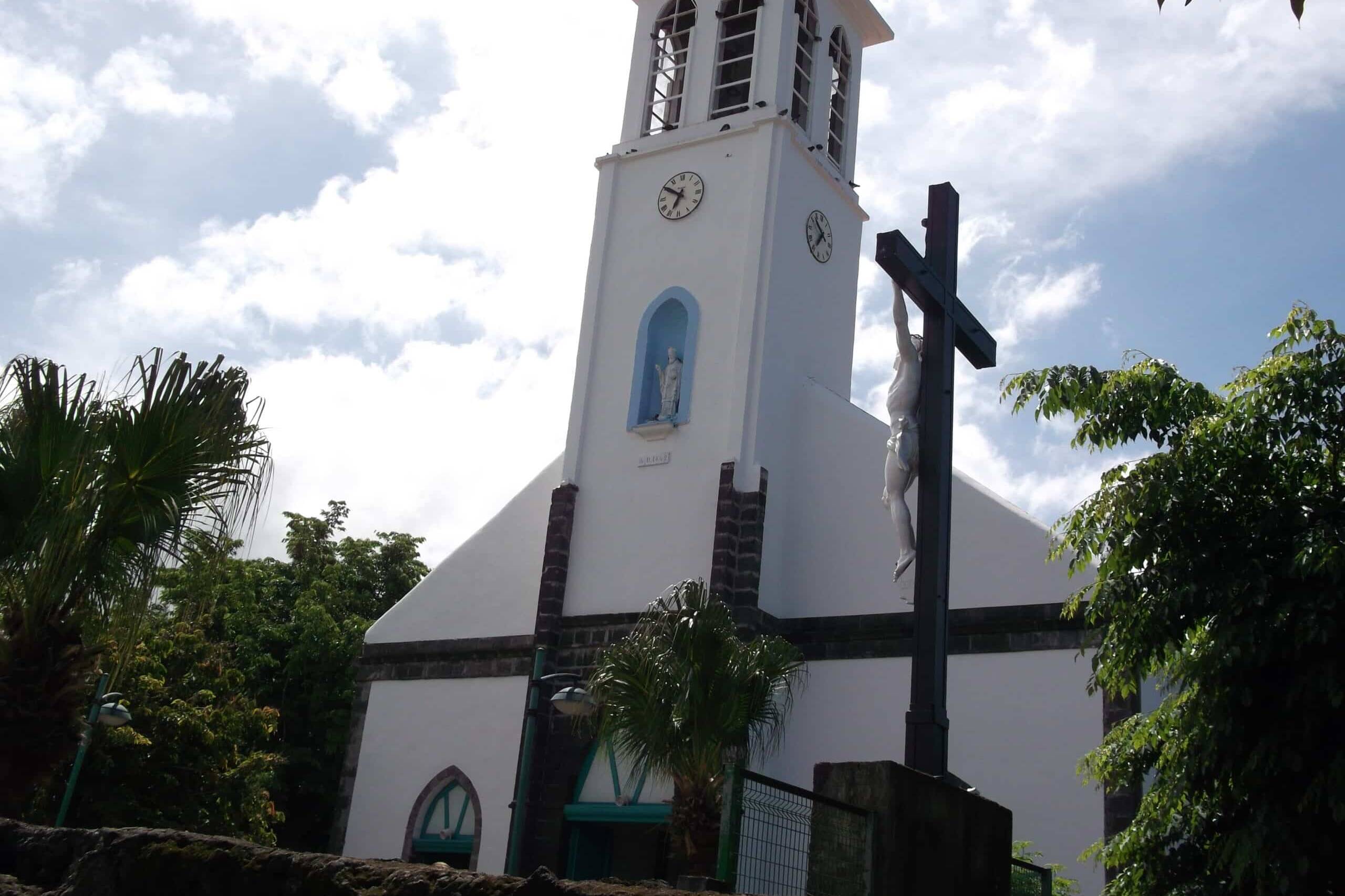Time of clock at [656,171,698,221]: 6:50
